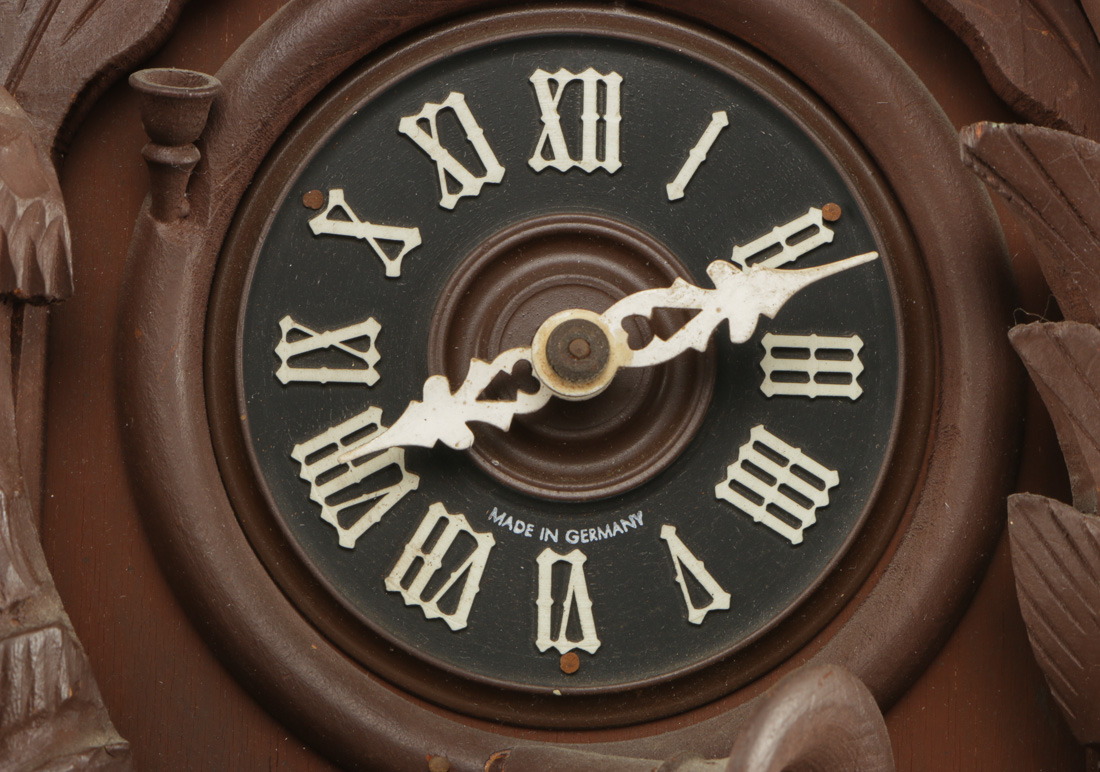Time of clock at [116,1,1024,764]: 8:11
